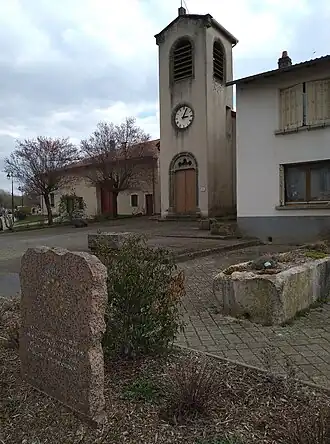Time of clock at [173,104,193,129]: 3:04
